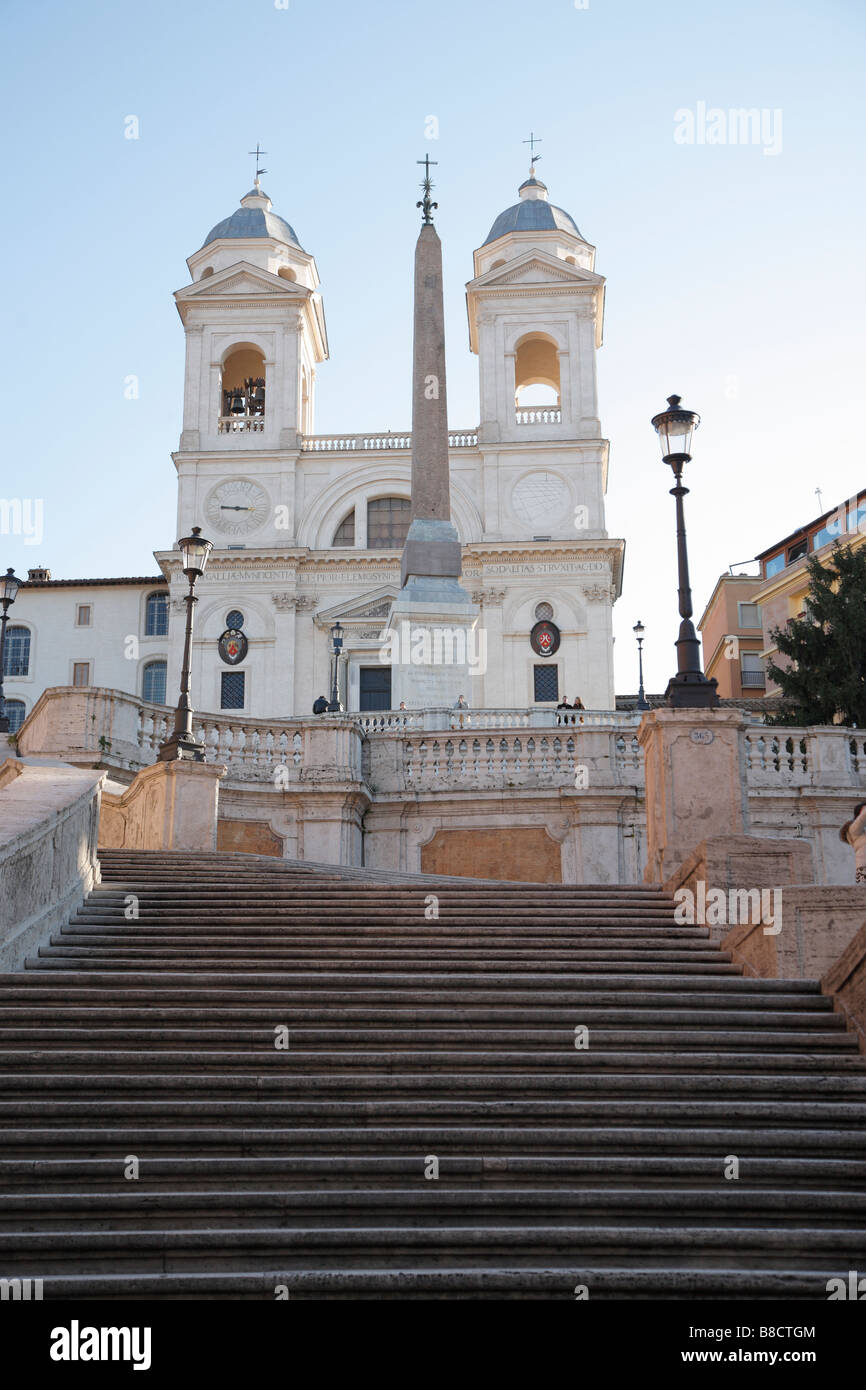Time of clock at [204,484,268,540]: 9:16
